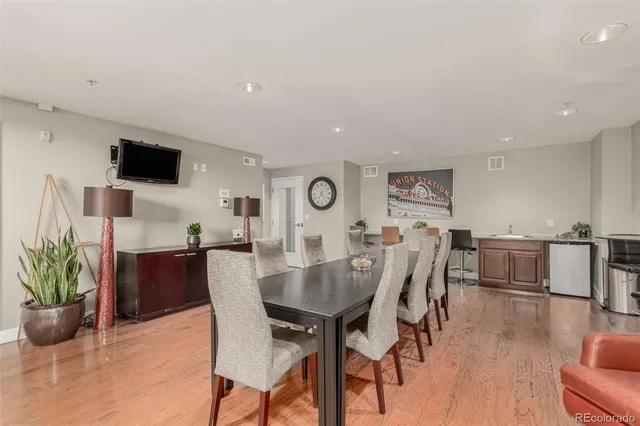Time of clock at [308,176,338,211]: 4:35
